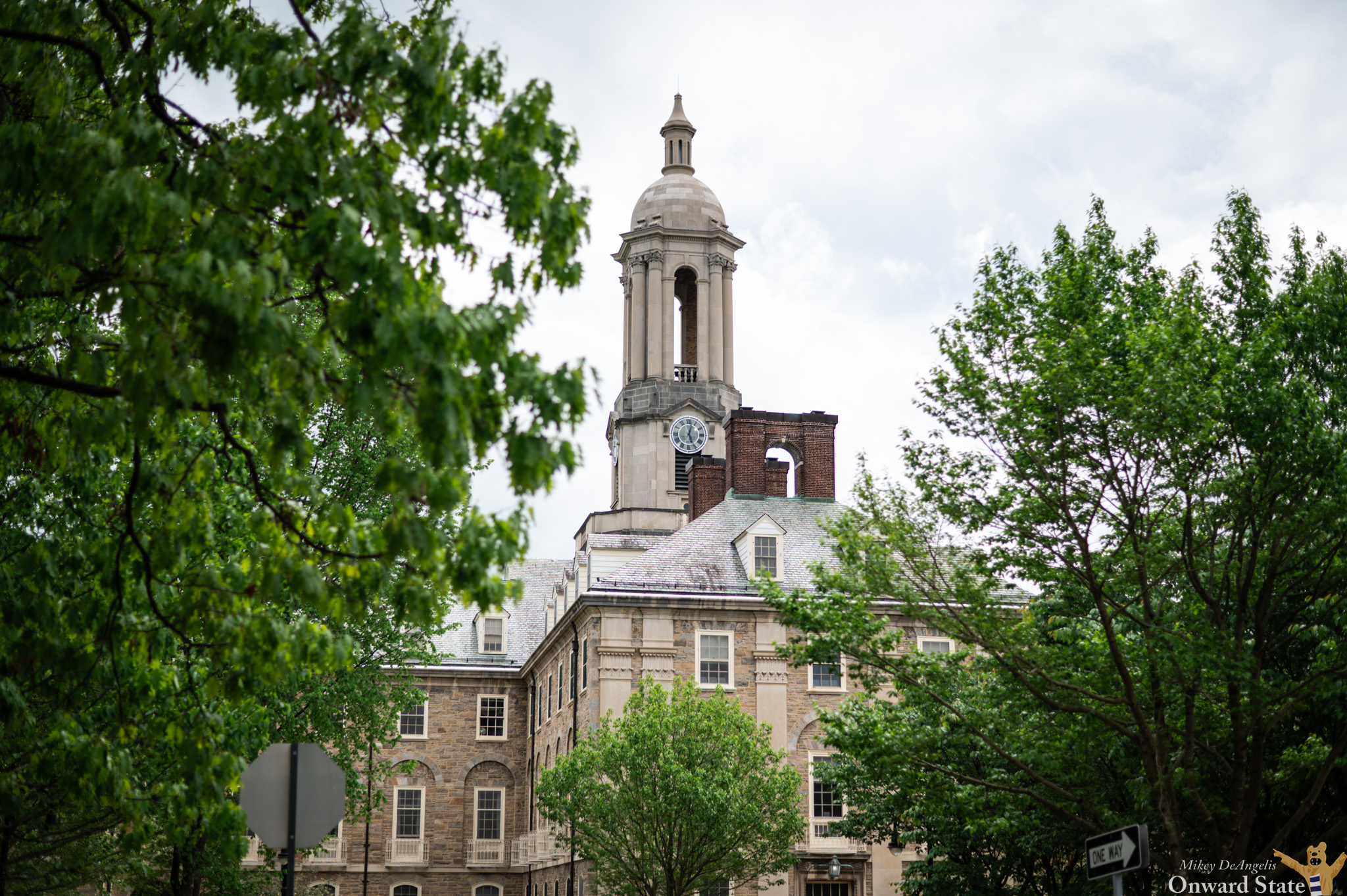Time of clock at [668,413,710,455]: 12:26
